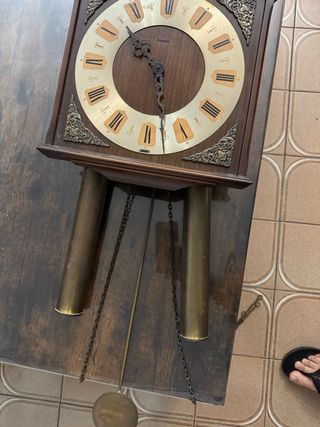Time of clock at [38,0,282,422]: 10:28
